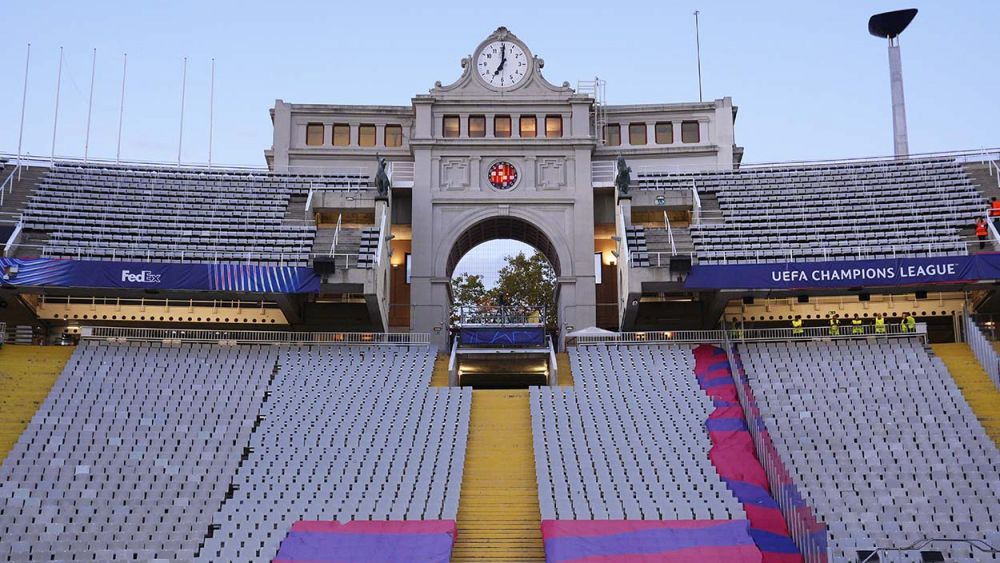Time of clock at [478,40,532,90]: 7:00
